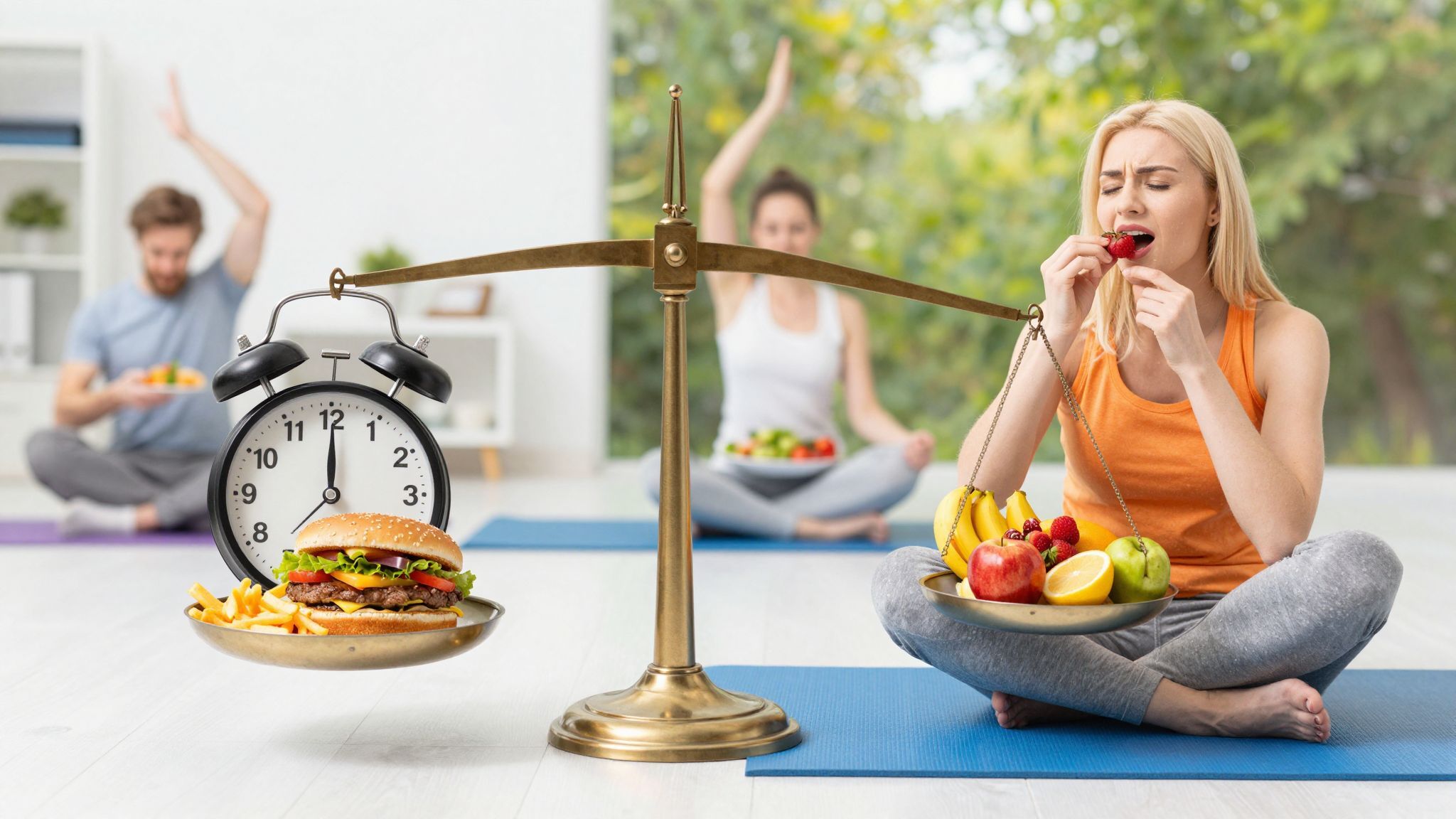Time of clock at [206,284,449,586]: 12:00
